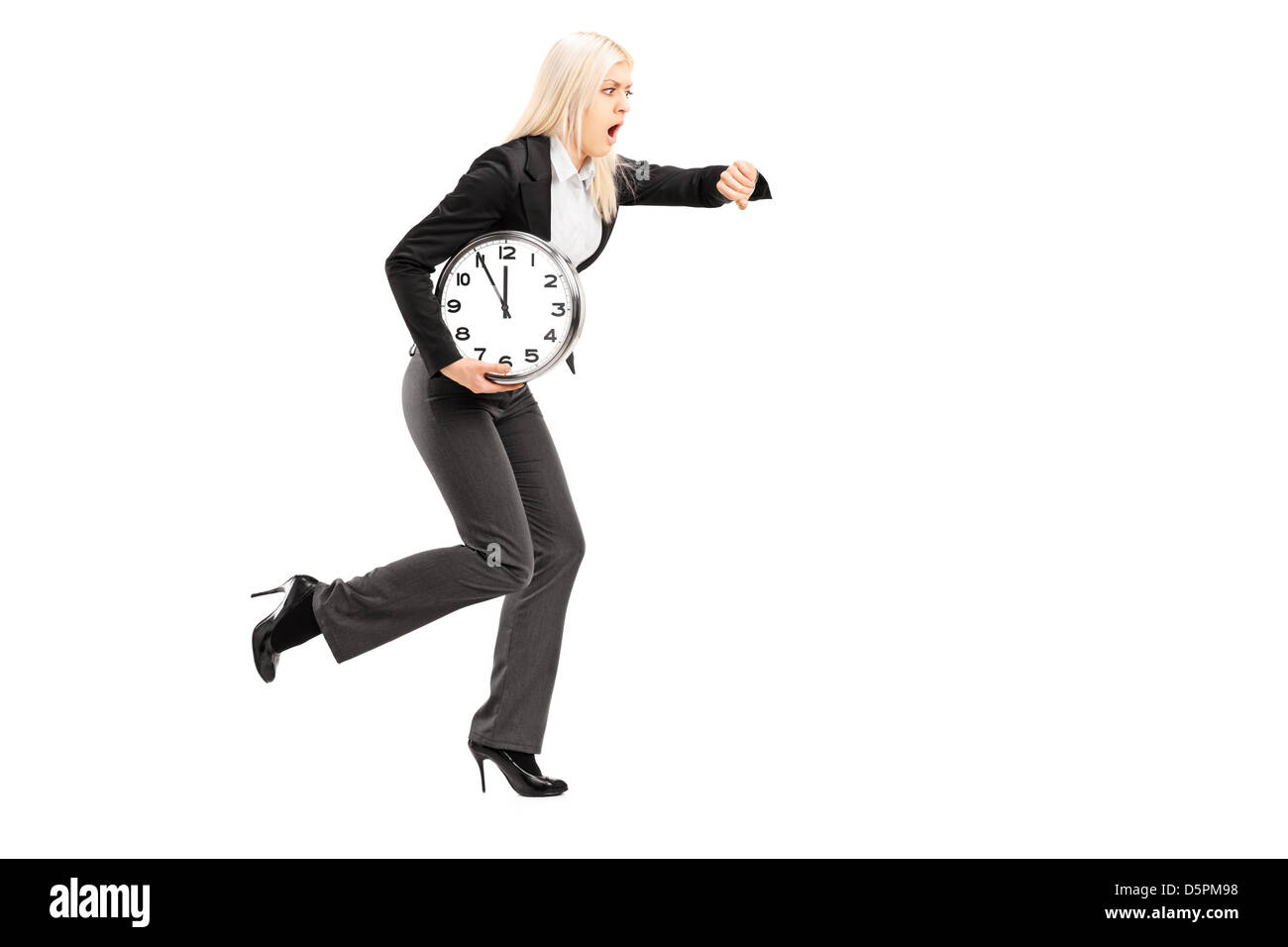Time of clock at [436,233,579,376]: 11:55
